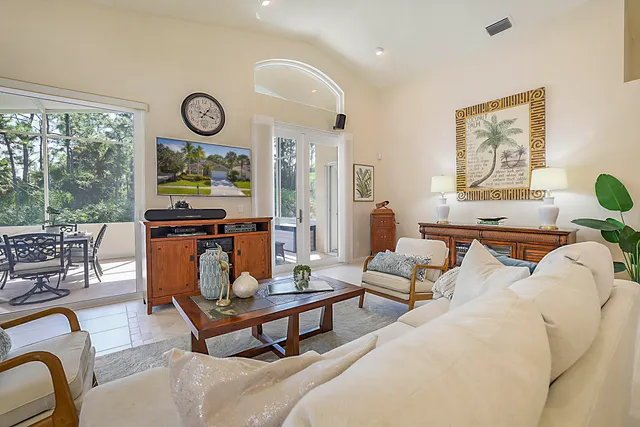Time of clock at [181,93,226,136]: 1:18
